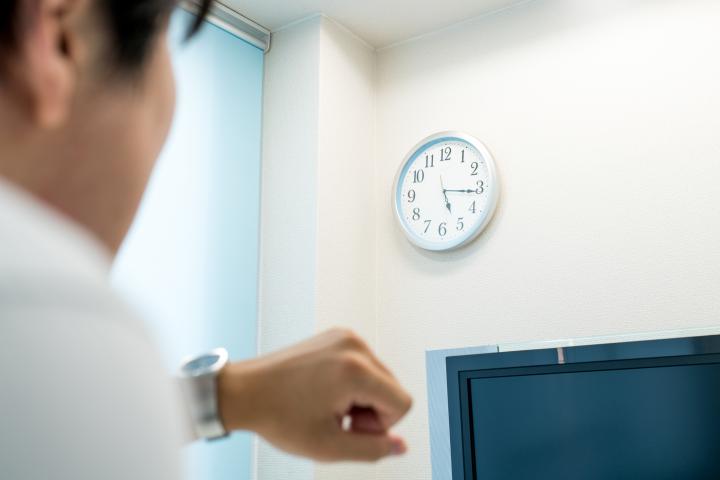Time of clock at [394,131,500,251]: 5:15
